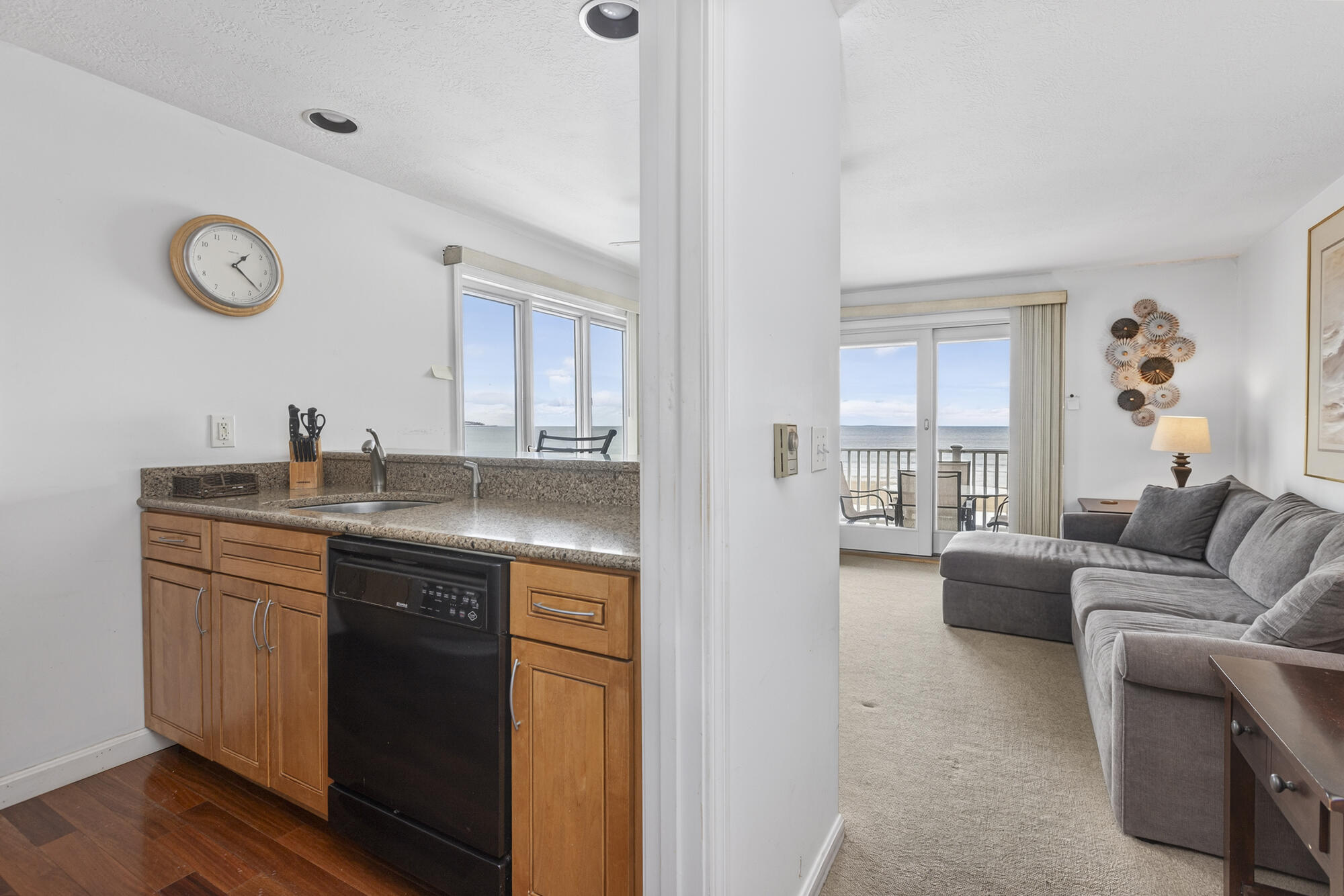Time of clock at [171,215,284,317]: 1:21
